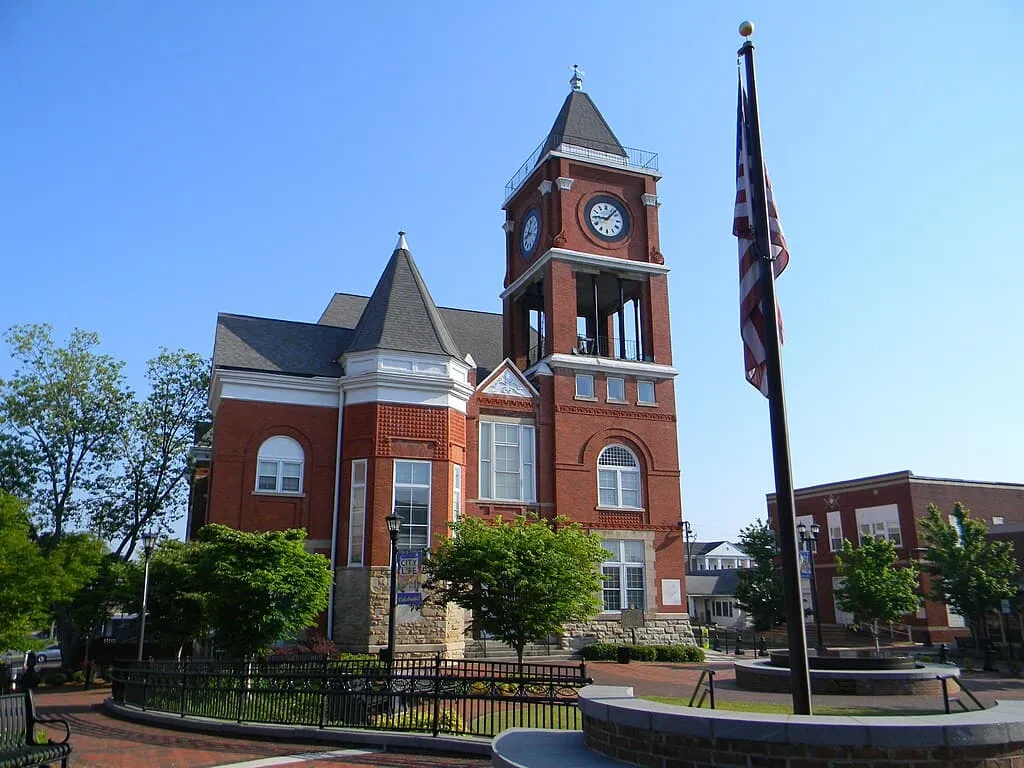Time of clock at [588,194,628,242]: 9:07
